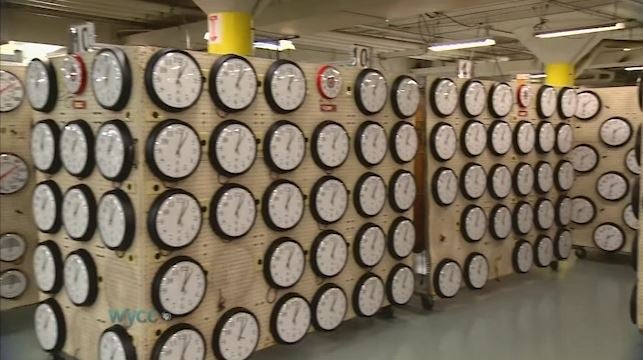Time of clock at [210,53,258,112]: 1:02
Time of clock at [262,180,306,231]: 1:02
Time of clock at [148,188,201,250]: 1:02
